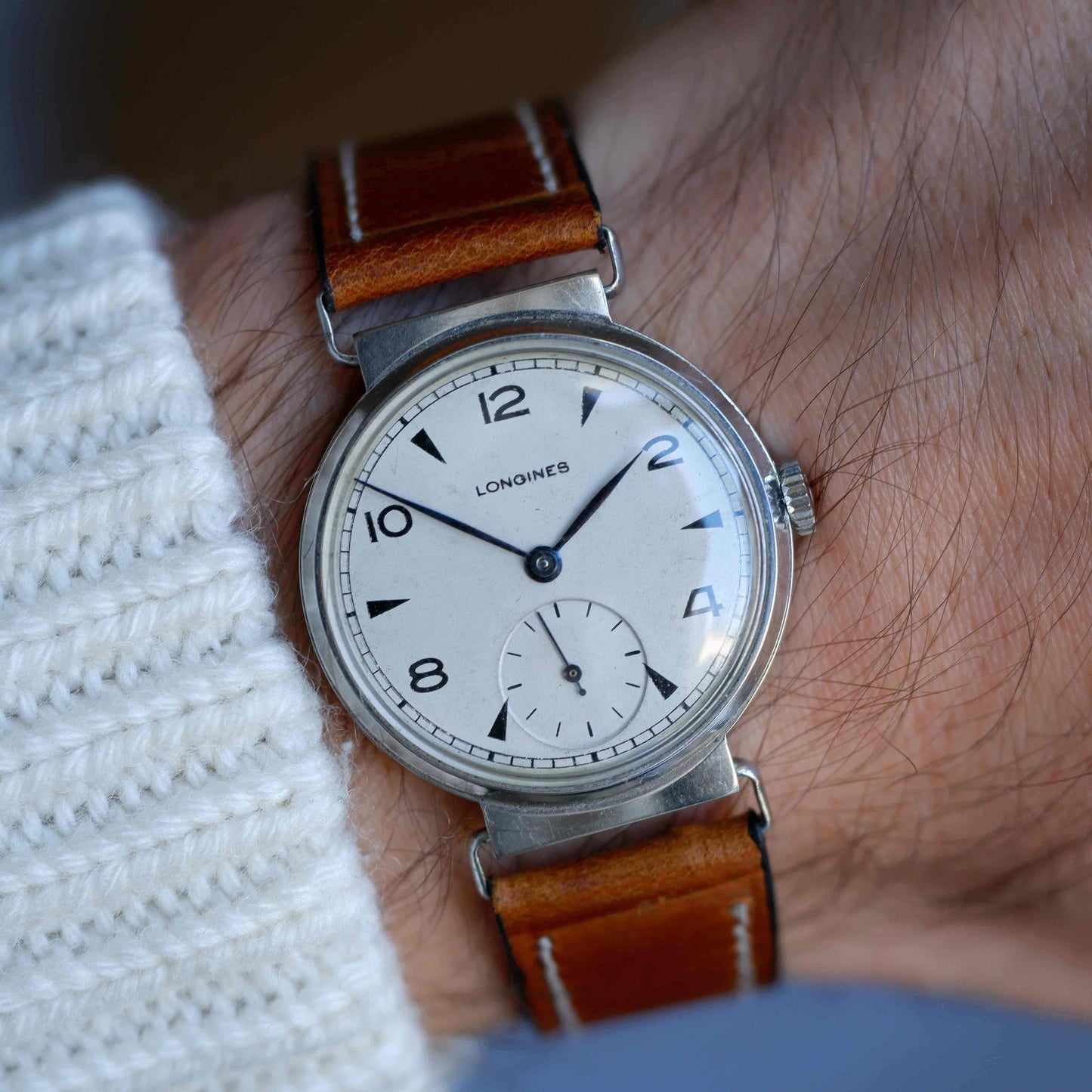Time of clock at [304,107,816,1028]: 1:51
